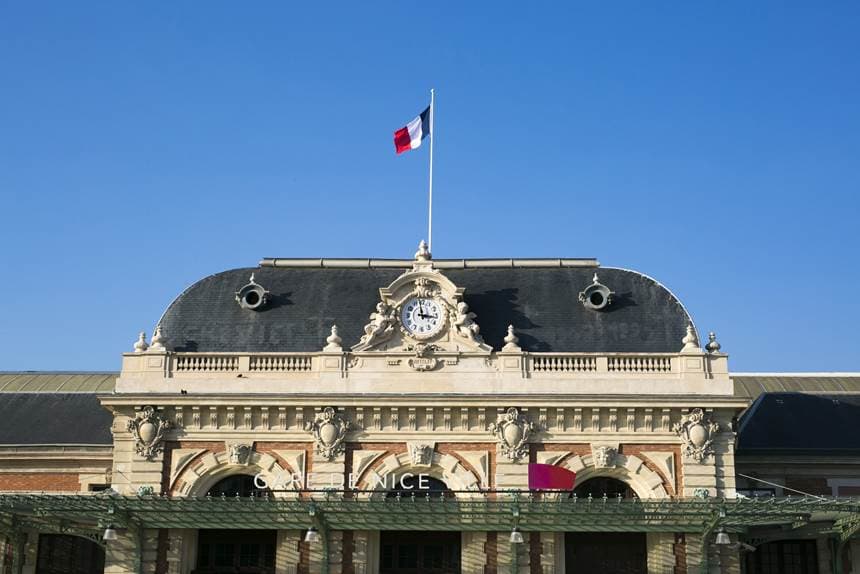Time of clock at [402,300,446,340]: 2:58
